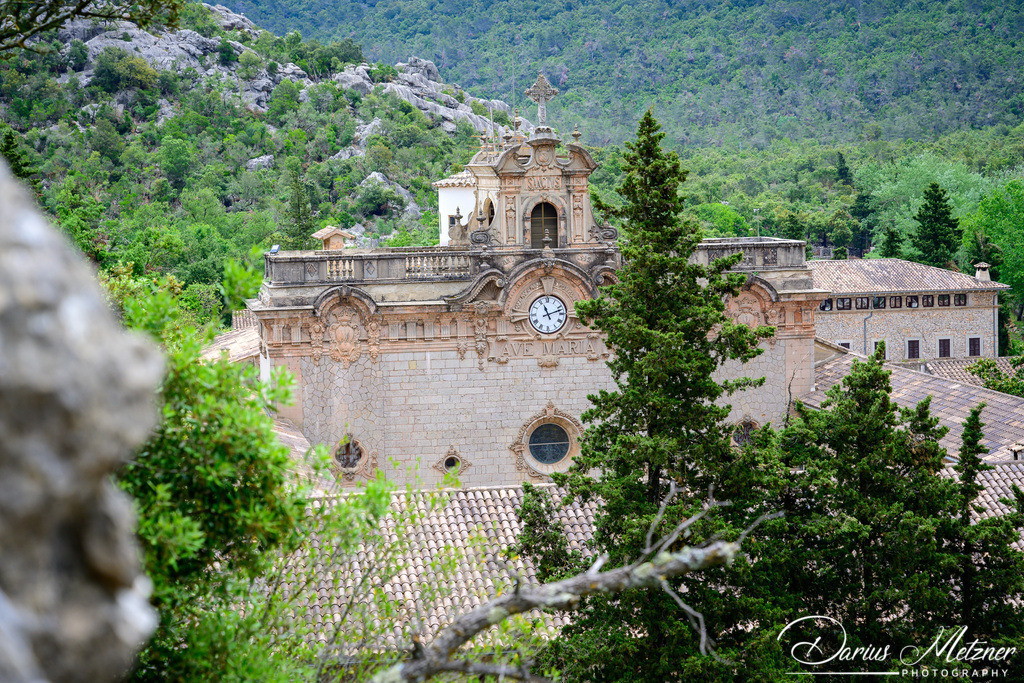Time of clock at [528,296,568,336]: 11:12
